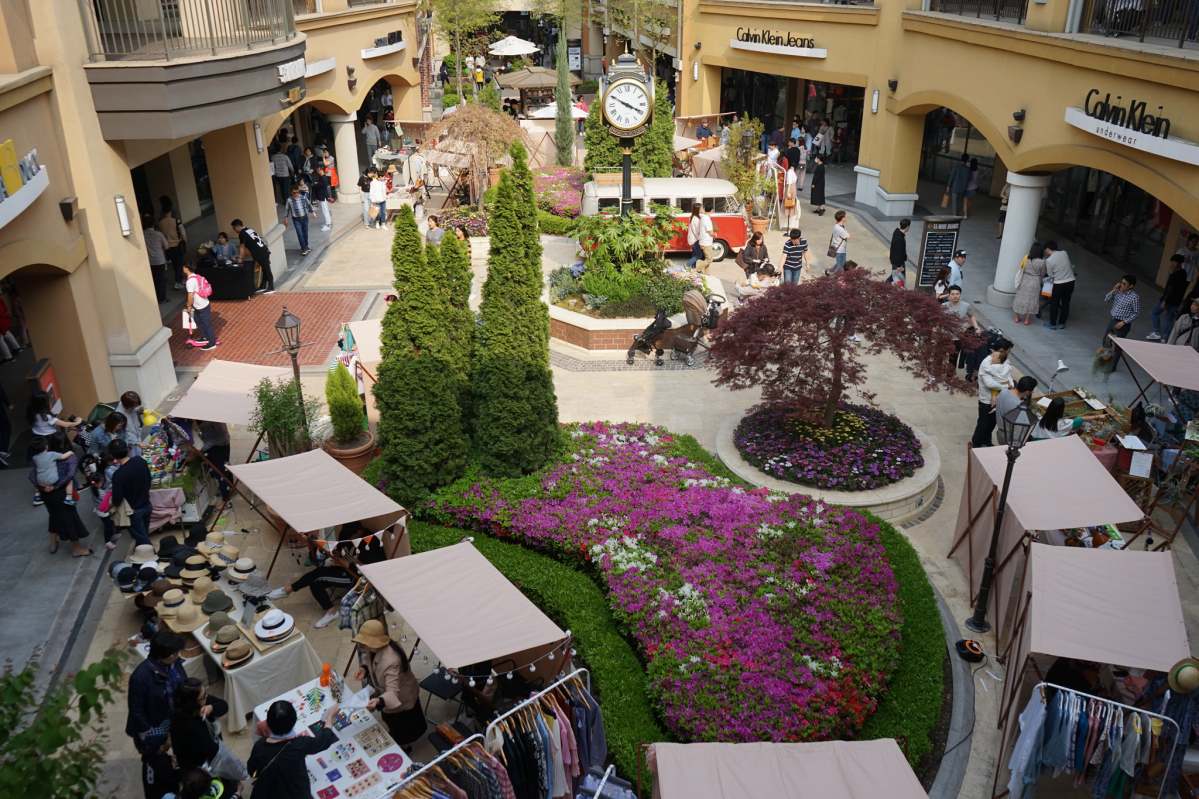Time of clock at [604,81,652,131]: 3:49
